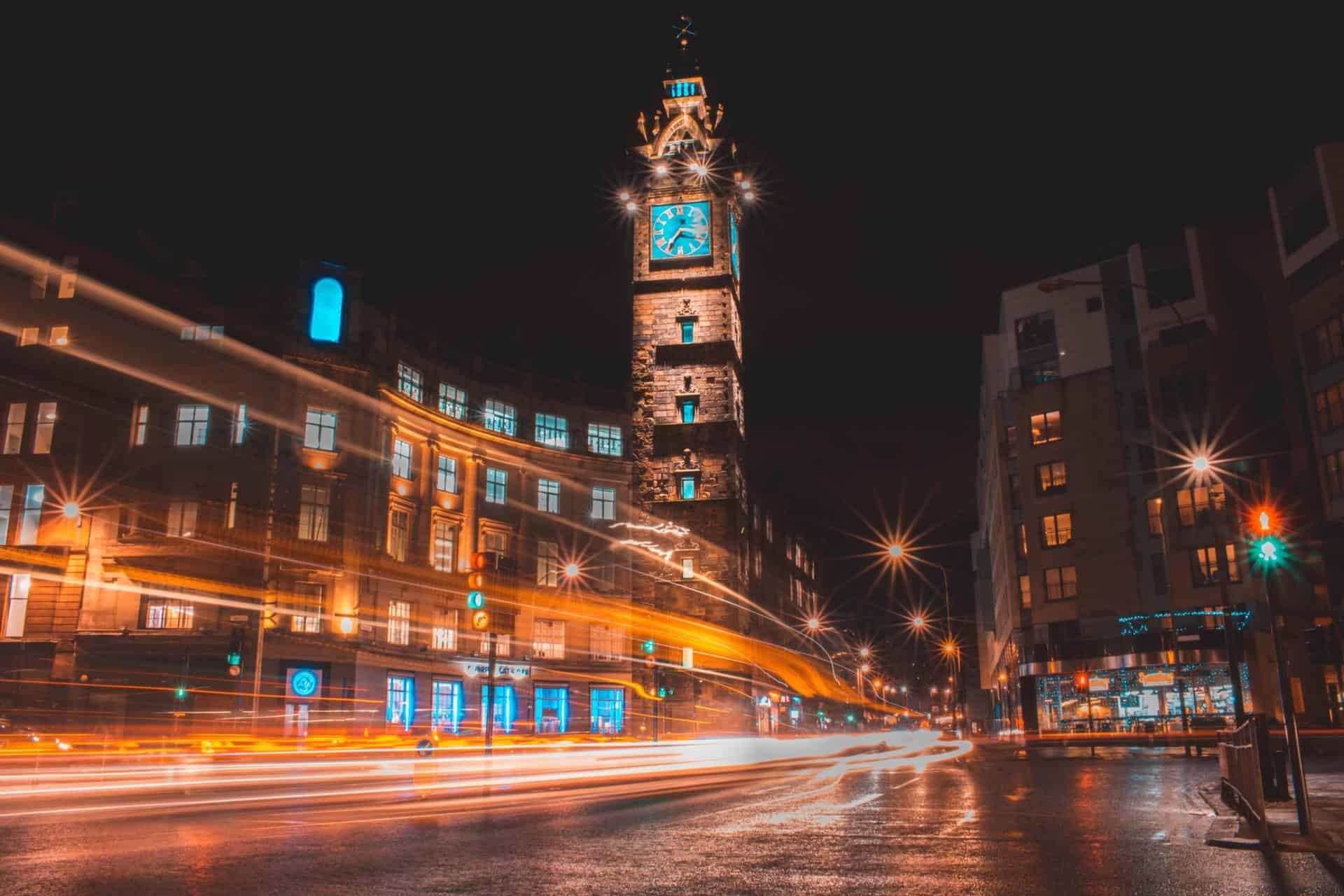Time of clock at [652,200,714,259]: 7:16
